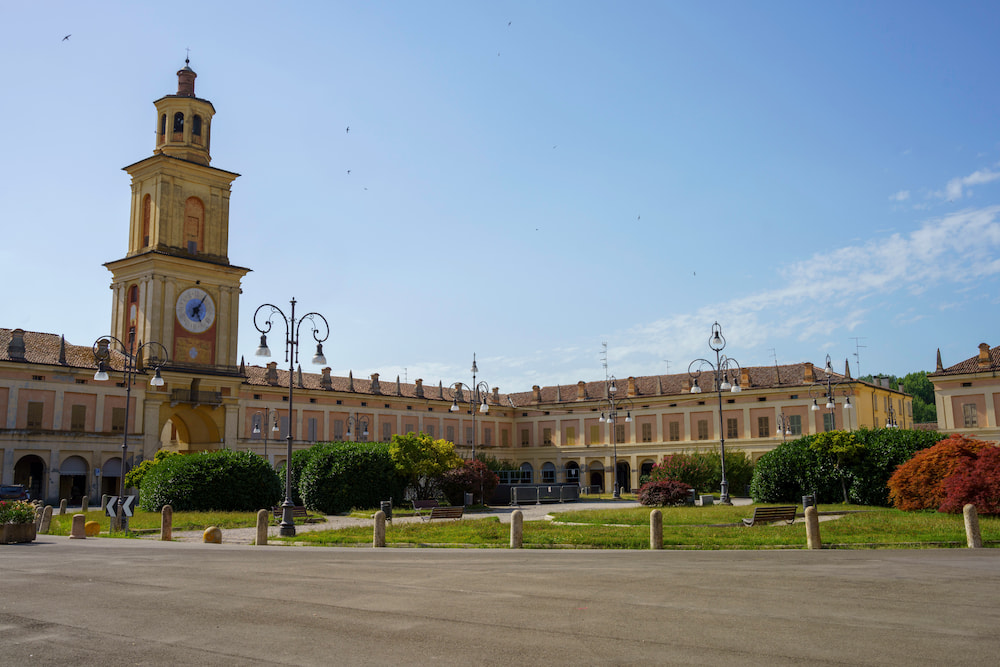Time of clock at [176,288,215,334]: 5:05
